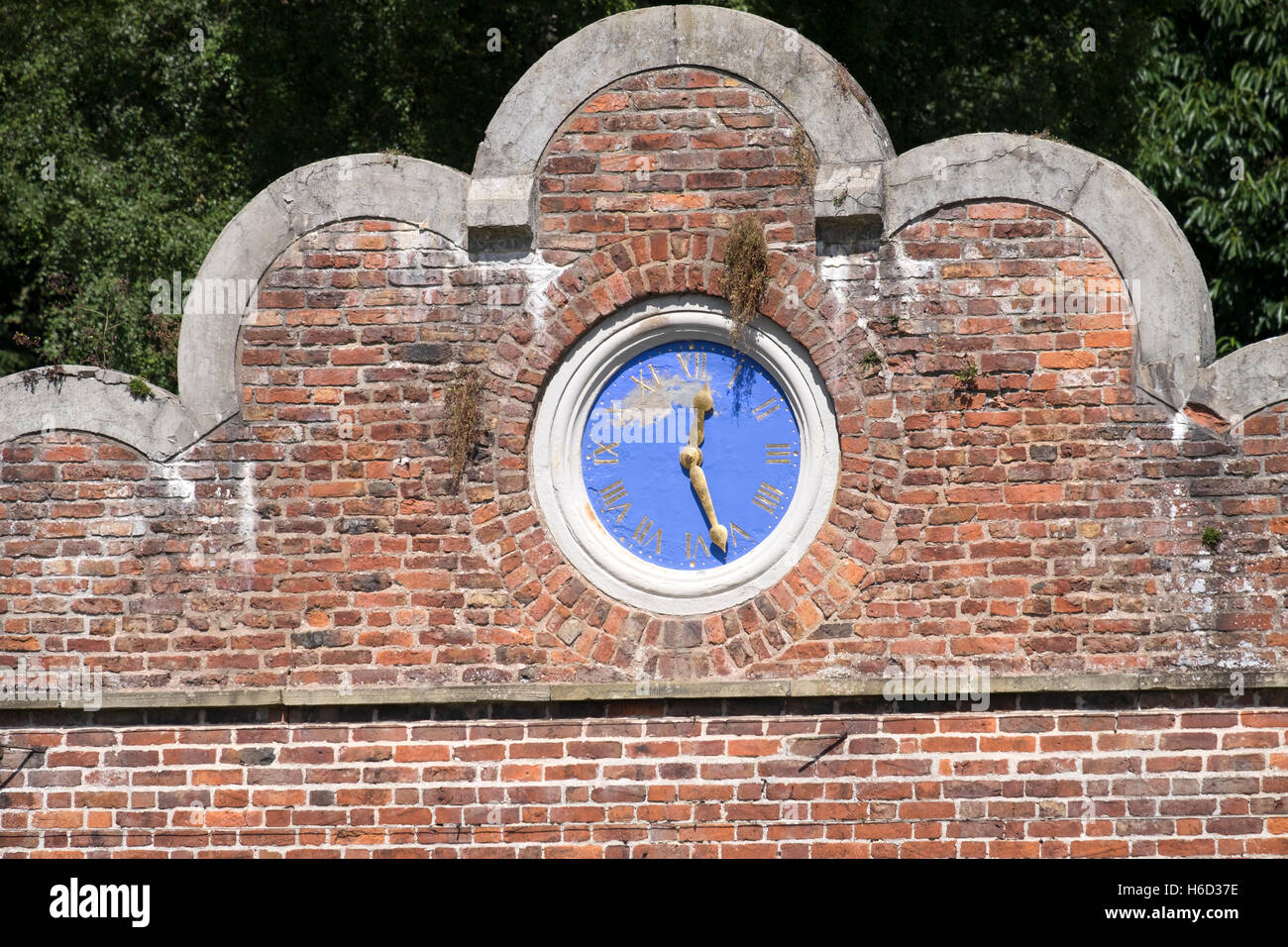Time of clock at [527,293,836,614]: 12:26
